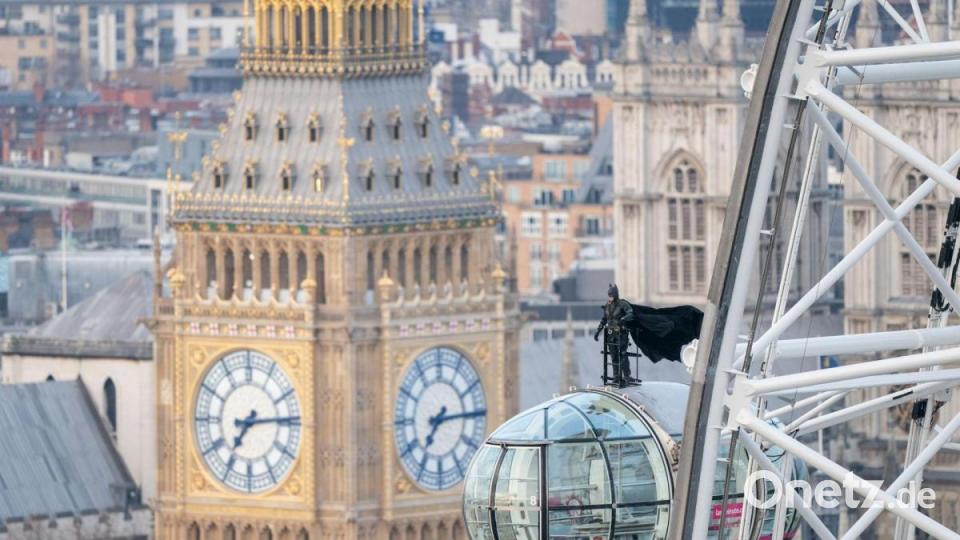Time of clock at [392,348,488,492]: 7:14
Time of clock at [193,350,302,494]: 7:14
